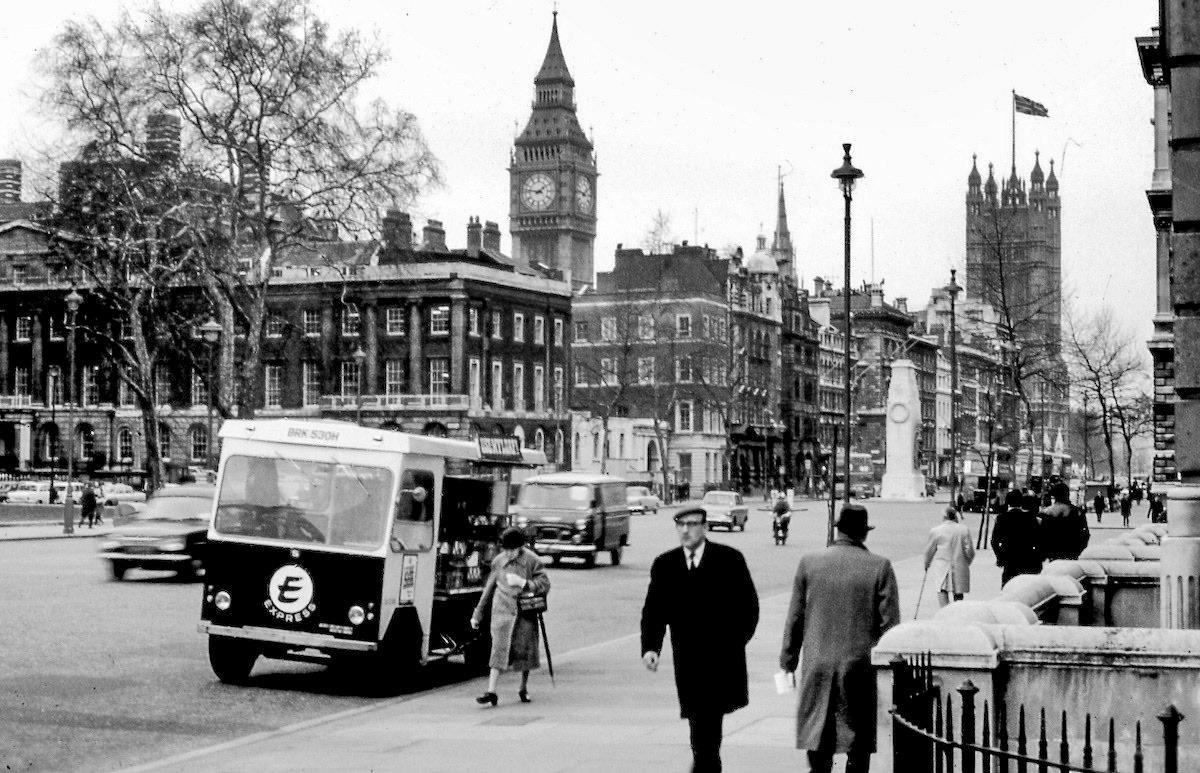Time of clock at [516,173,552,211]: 1:46
